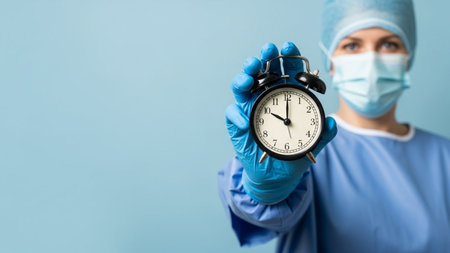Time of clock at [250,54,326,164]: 10:00
